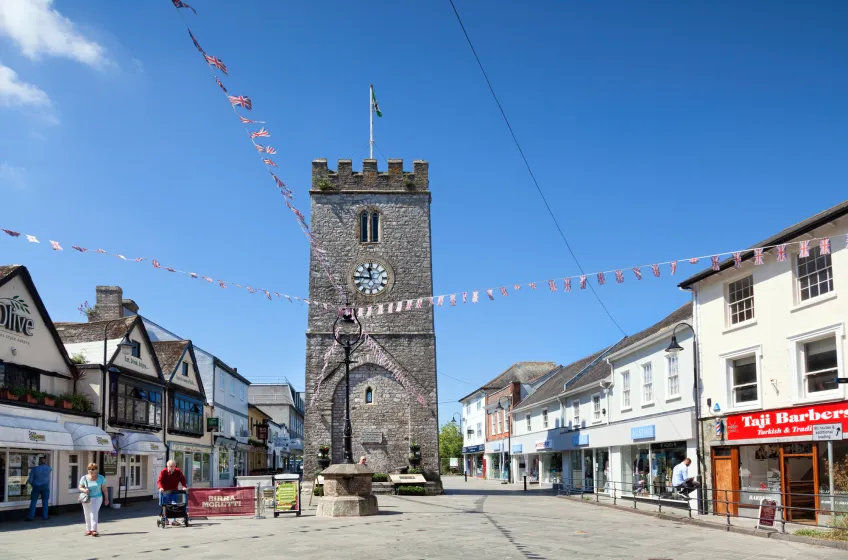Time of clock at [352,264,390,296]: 11:45
